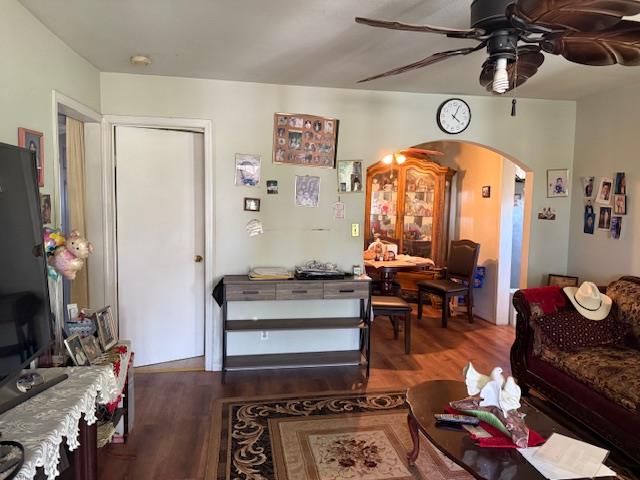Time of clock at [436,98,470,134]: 4:04
